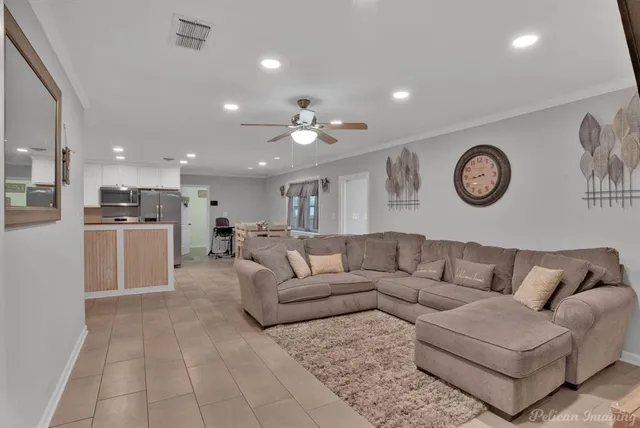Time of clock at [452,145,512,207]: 8:43
